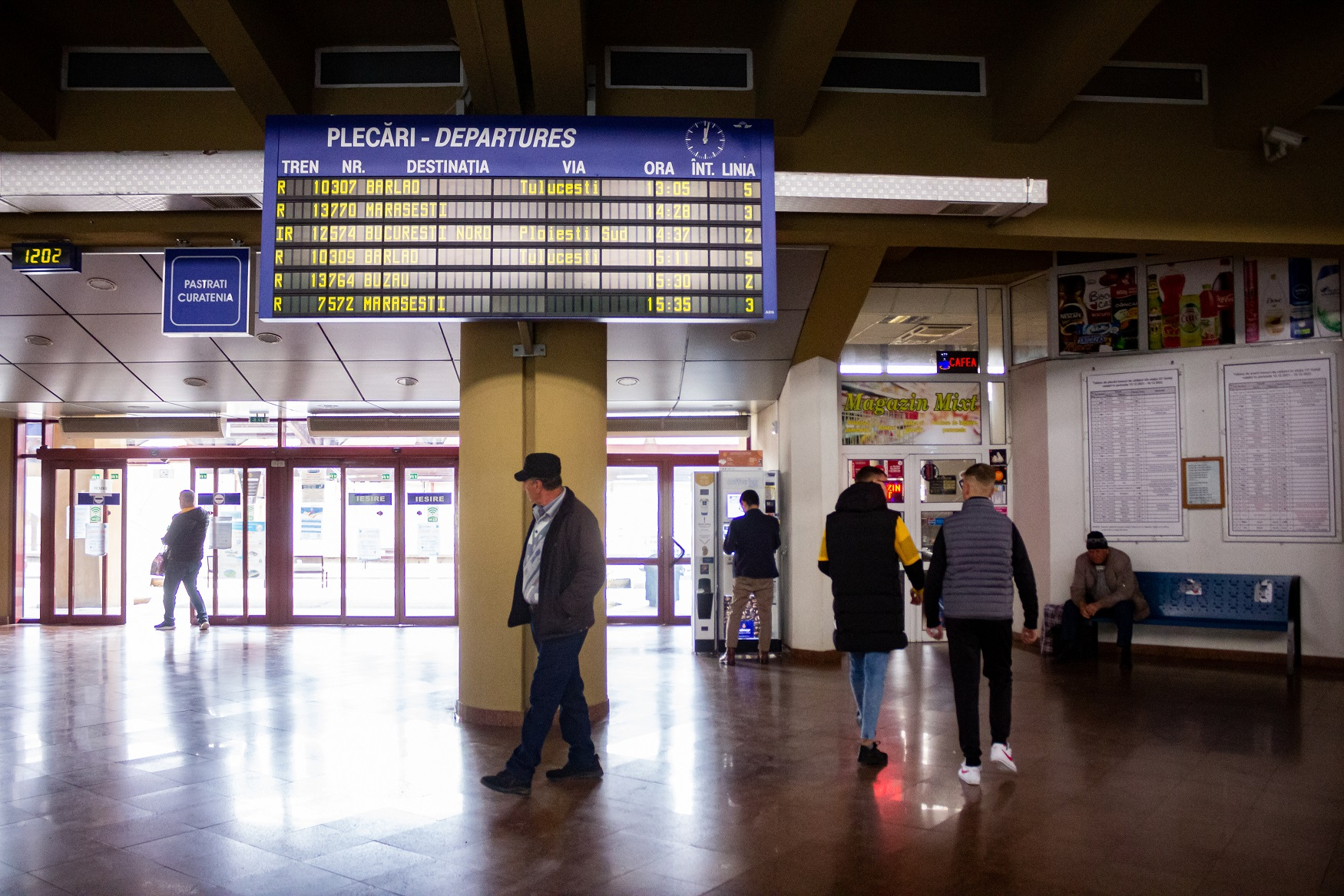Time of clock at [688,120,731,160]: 12:02
